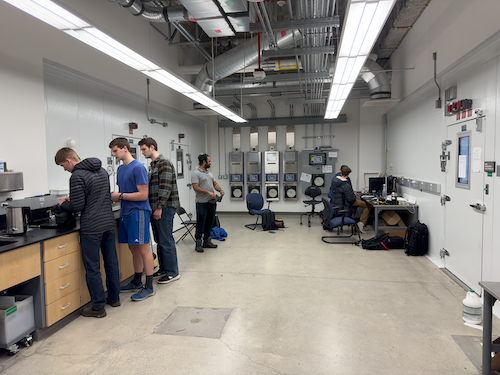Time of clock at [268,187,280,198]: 4:12
